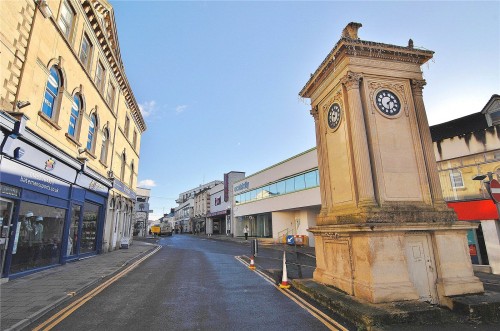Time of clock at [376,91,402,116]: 1:30
